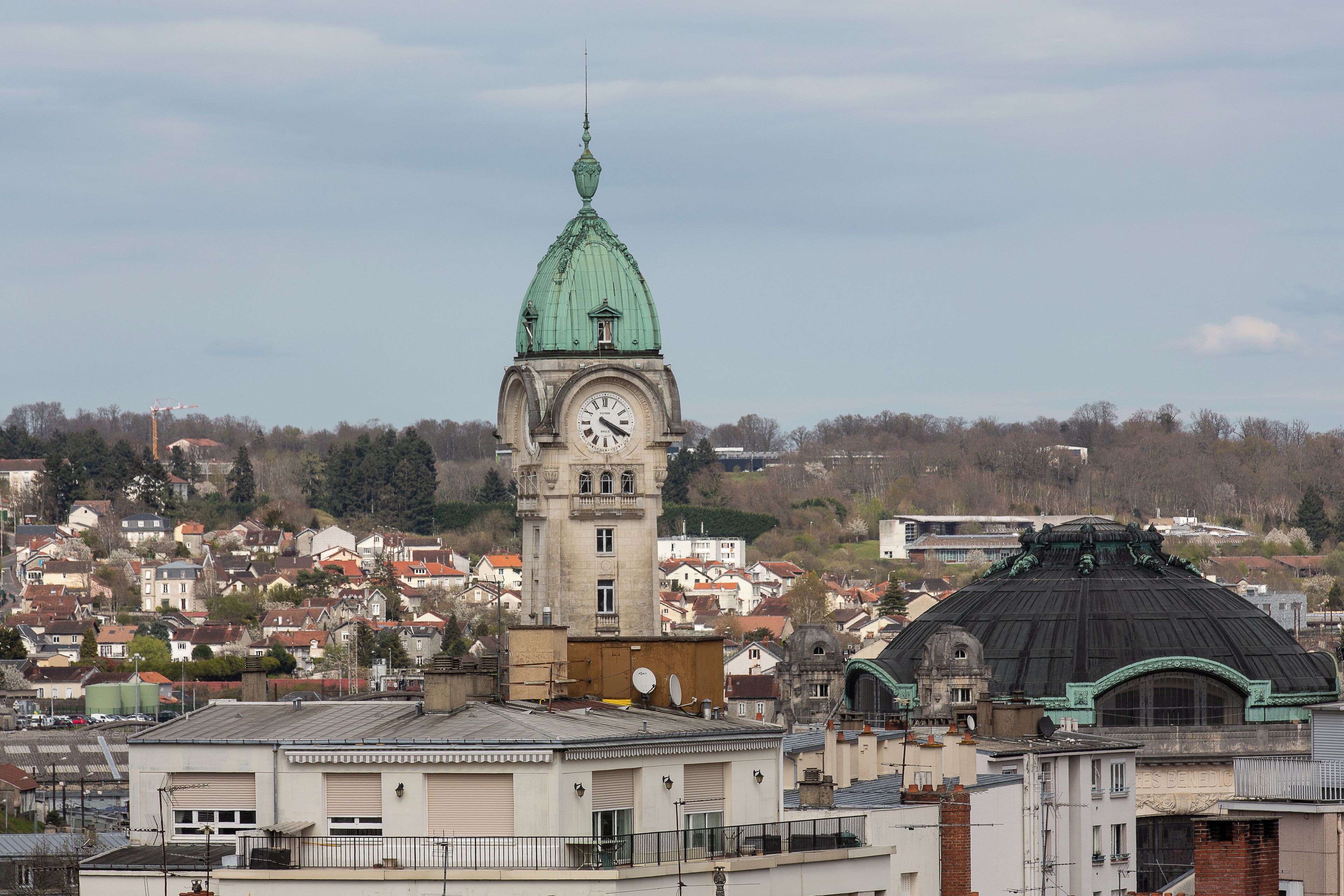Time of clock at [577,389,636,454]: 4:19
